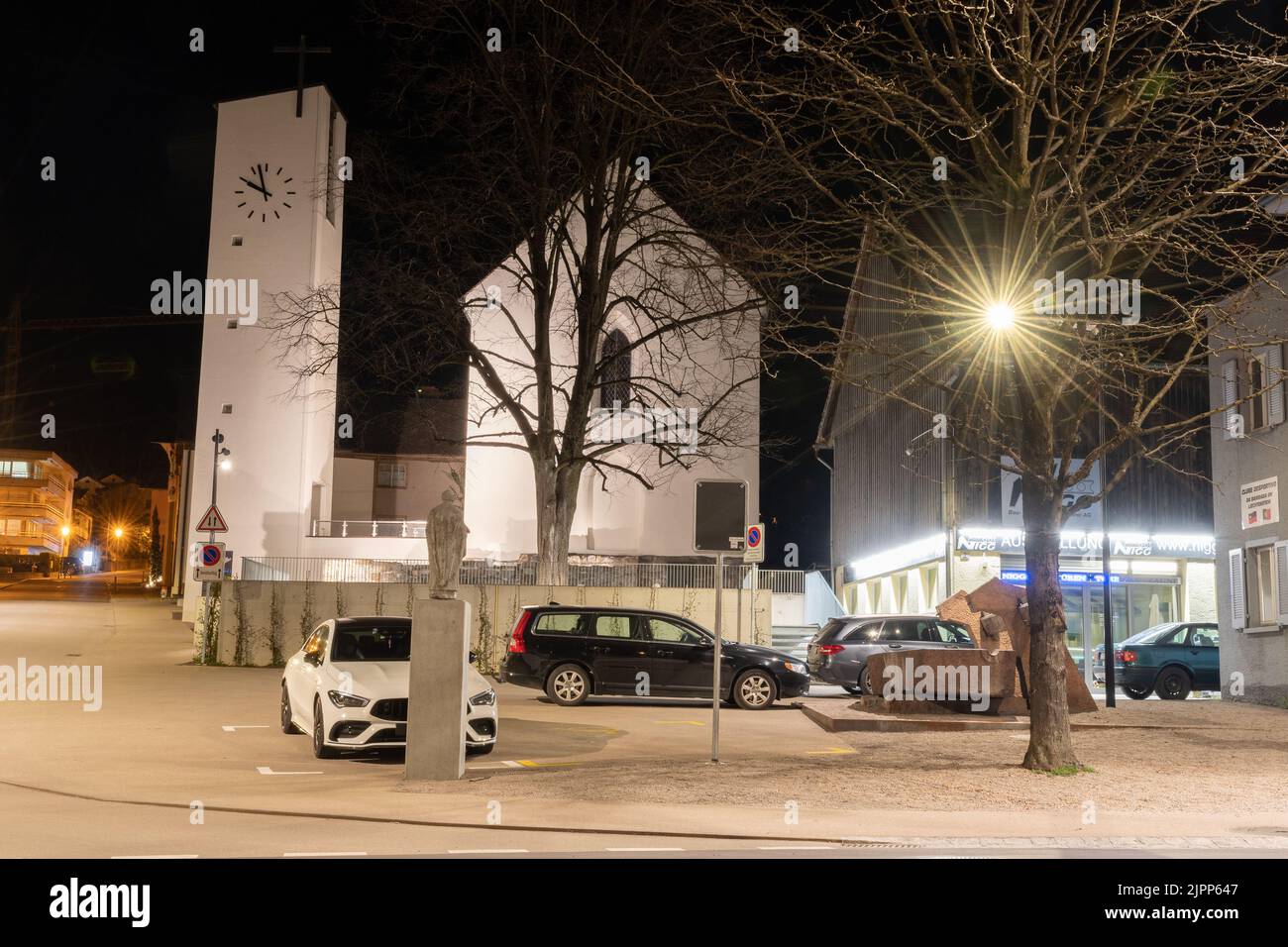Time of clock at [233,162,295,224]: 9:57
